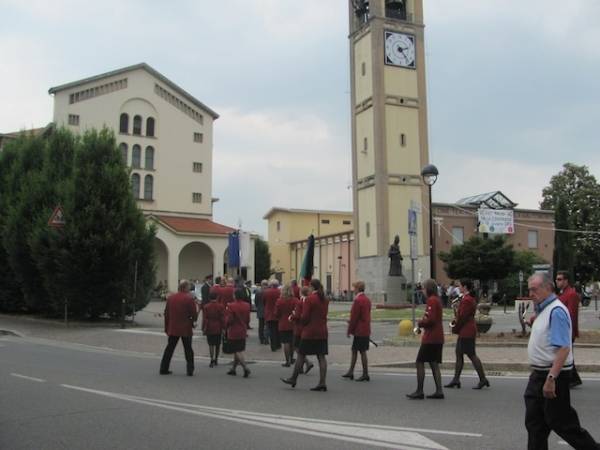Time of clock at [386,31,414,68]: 2:23
